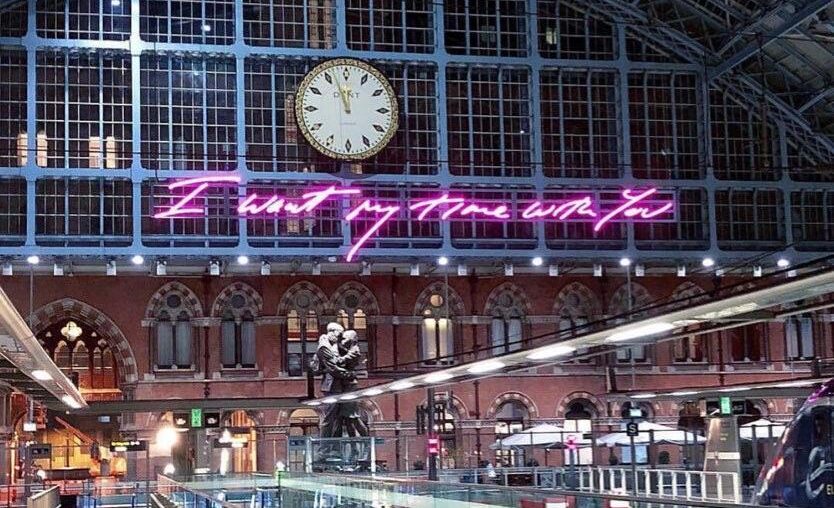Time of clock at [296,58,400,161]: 11:56
